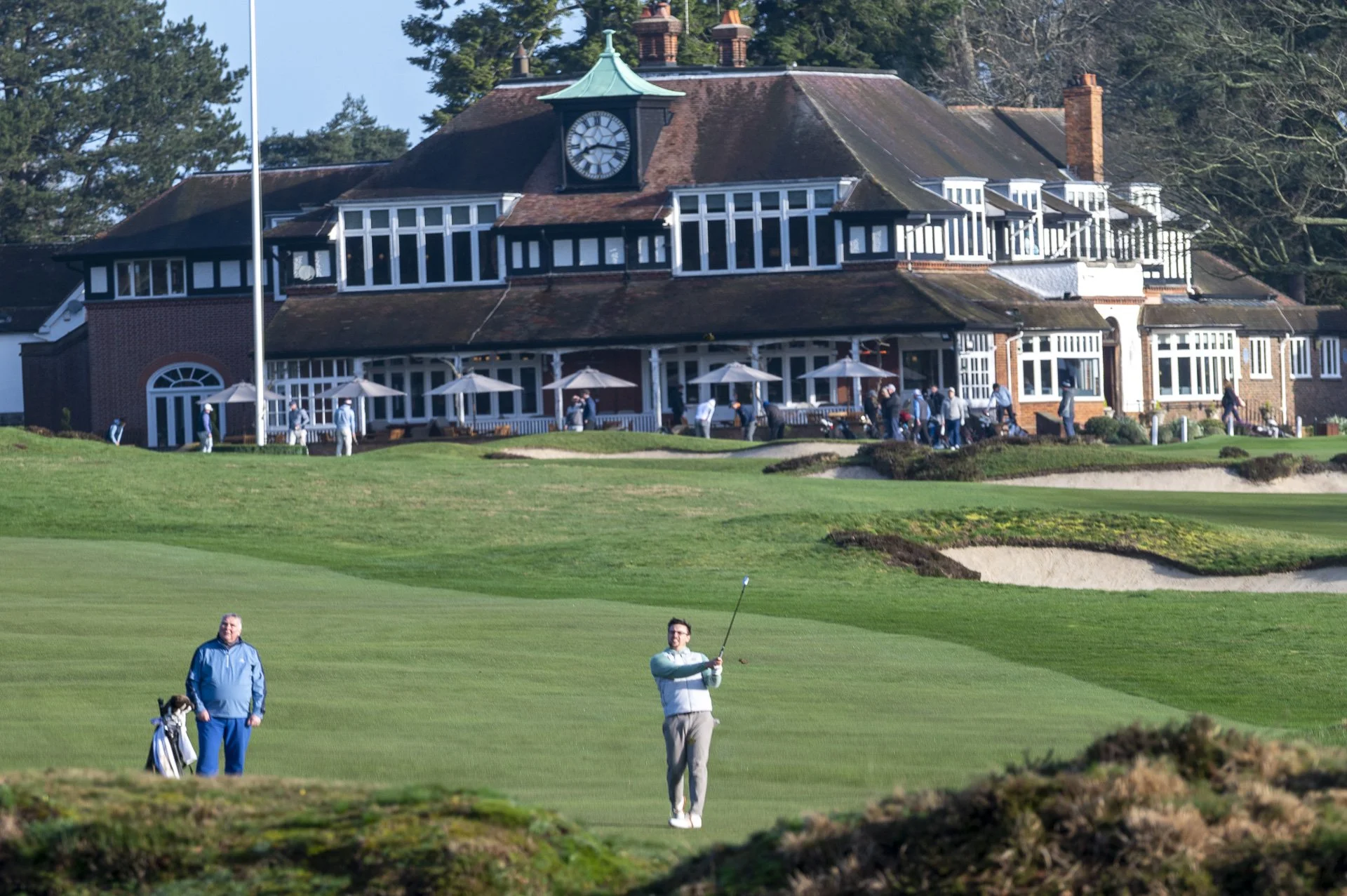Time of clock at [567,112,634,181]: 8:16
